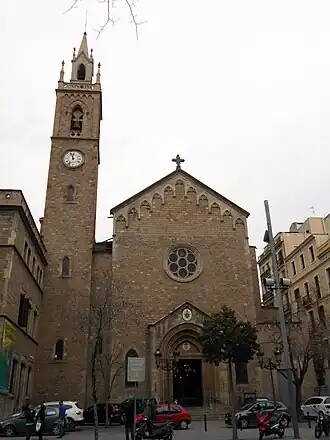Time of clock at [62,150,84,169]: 11:57
